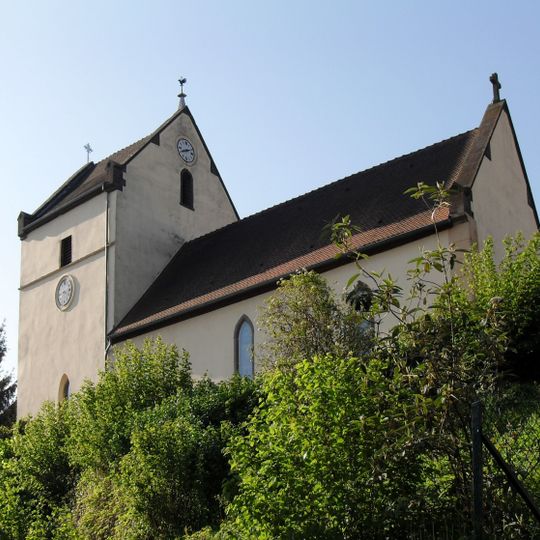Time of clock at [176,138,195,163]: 8:11
